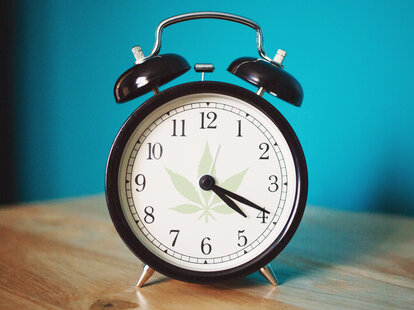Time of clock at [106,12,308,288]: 4:19
